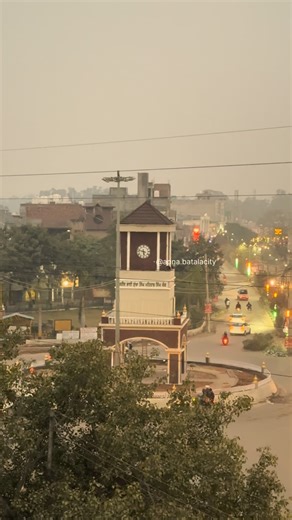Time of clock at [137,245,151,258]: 5:47
